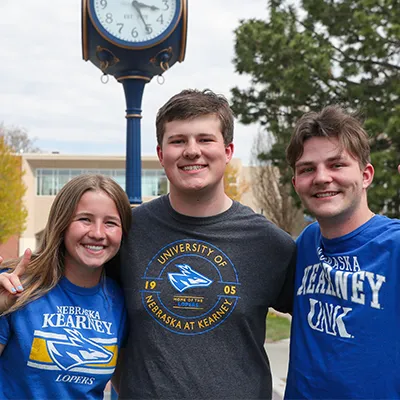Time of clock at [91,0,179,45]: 3:25
